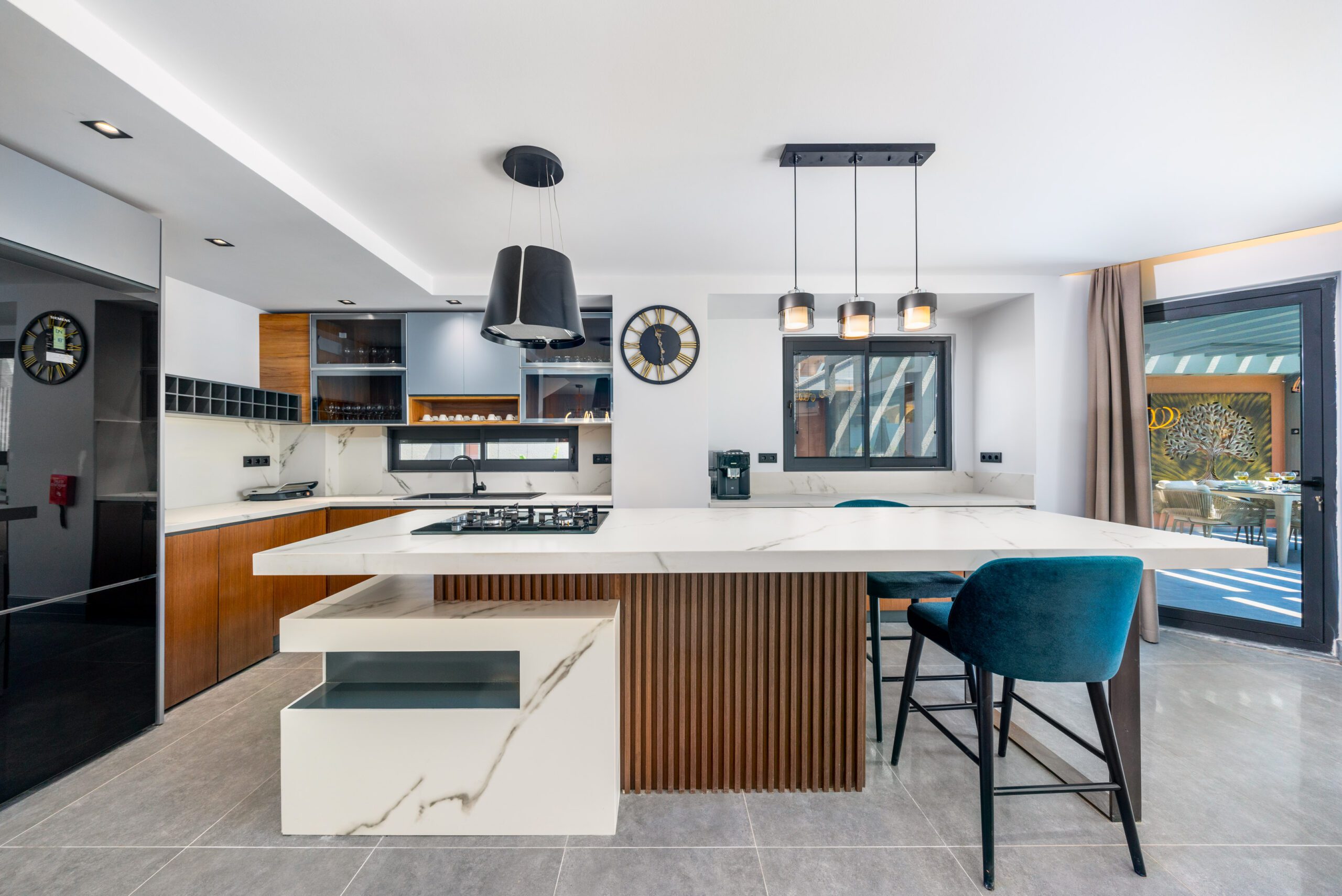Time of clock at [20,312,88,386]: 12:16
